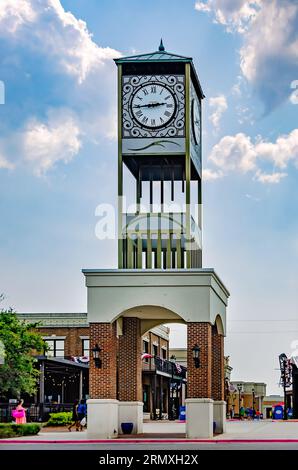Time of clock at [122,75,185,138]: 2:44
